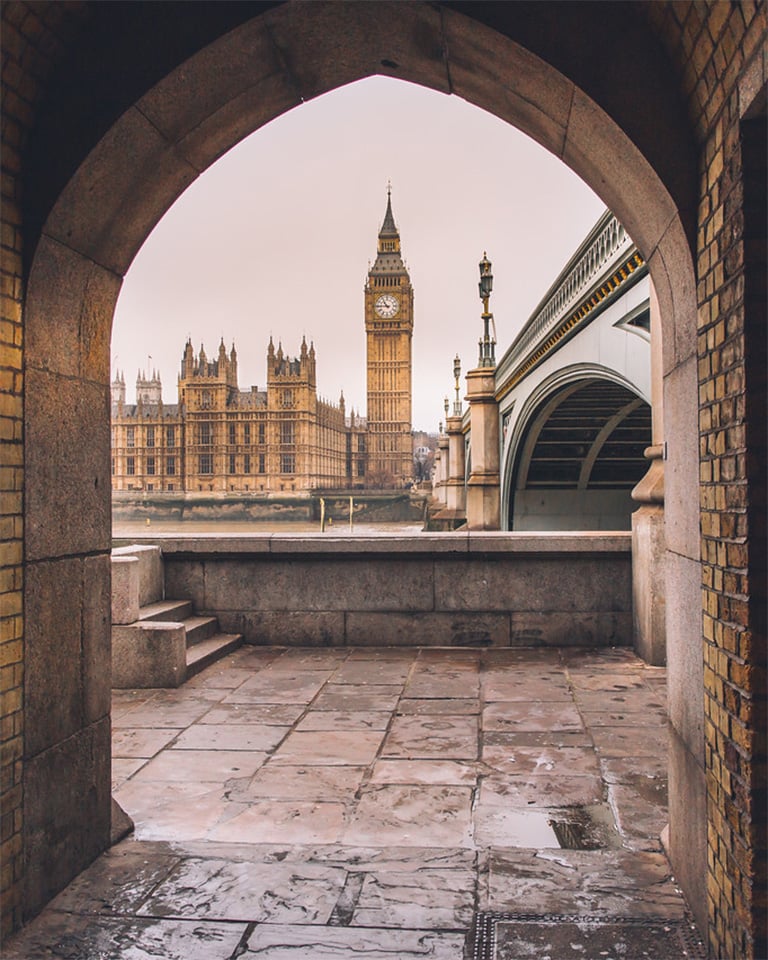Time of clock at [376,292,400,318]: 10:45
